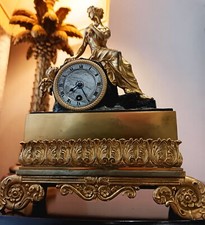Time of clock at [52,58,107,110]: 7:25
